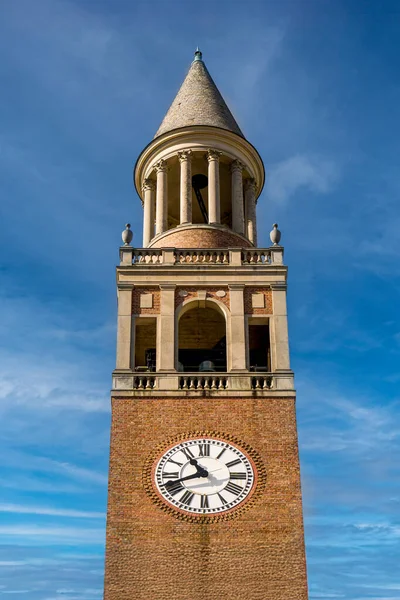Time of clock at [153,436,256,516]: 10:41
